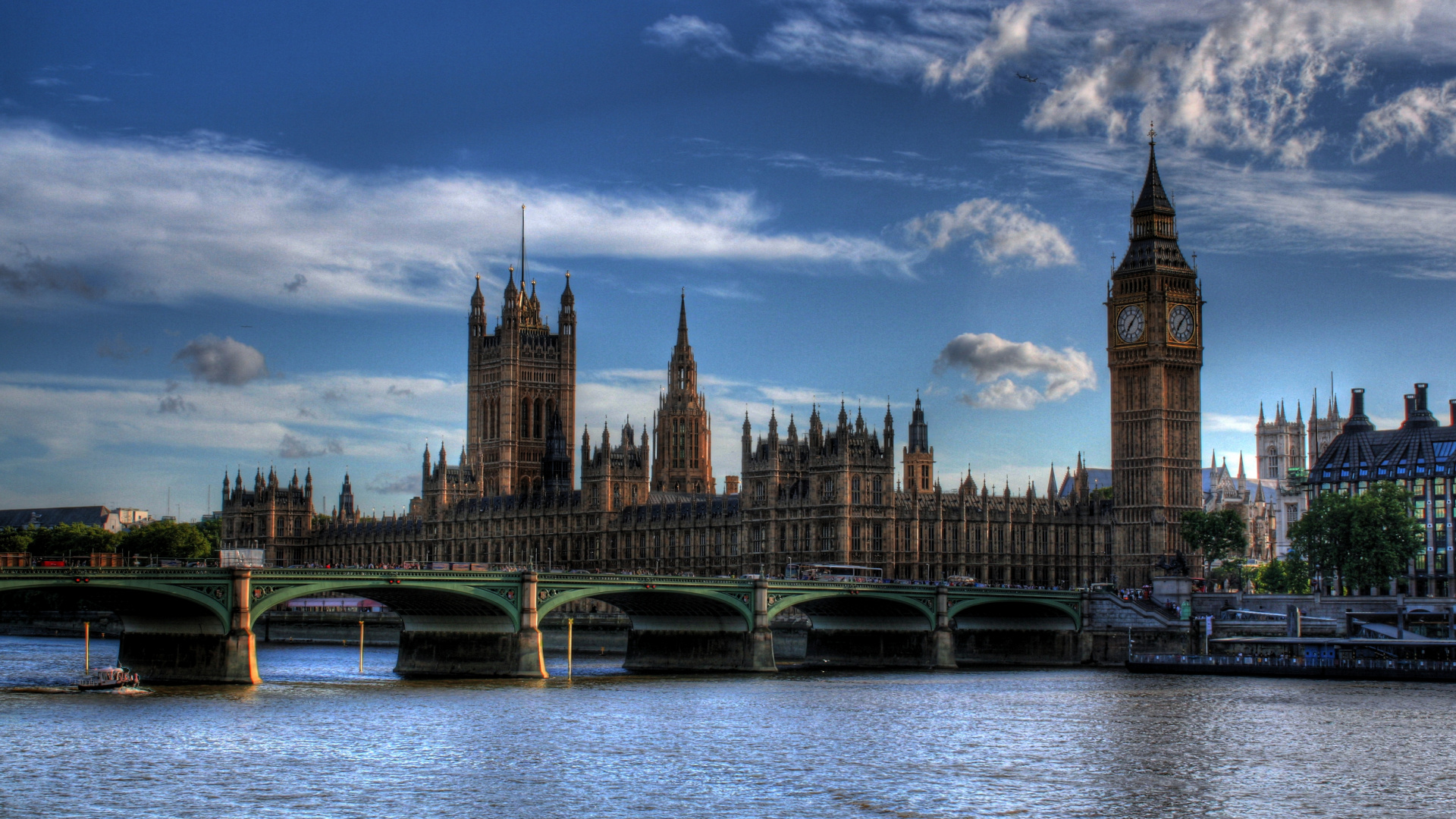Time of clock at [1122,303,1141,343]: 7:07
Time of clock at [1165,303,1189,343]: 7:07
